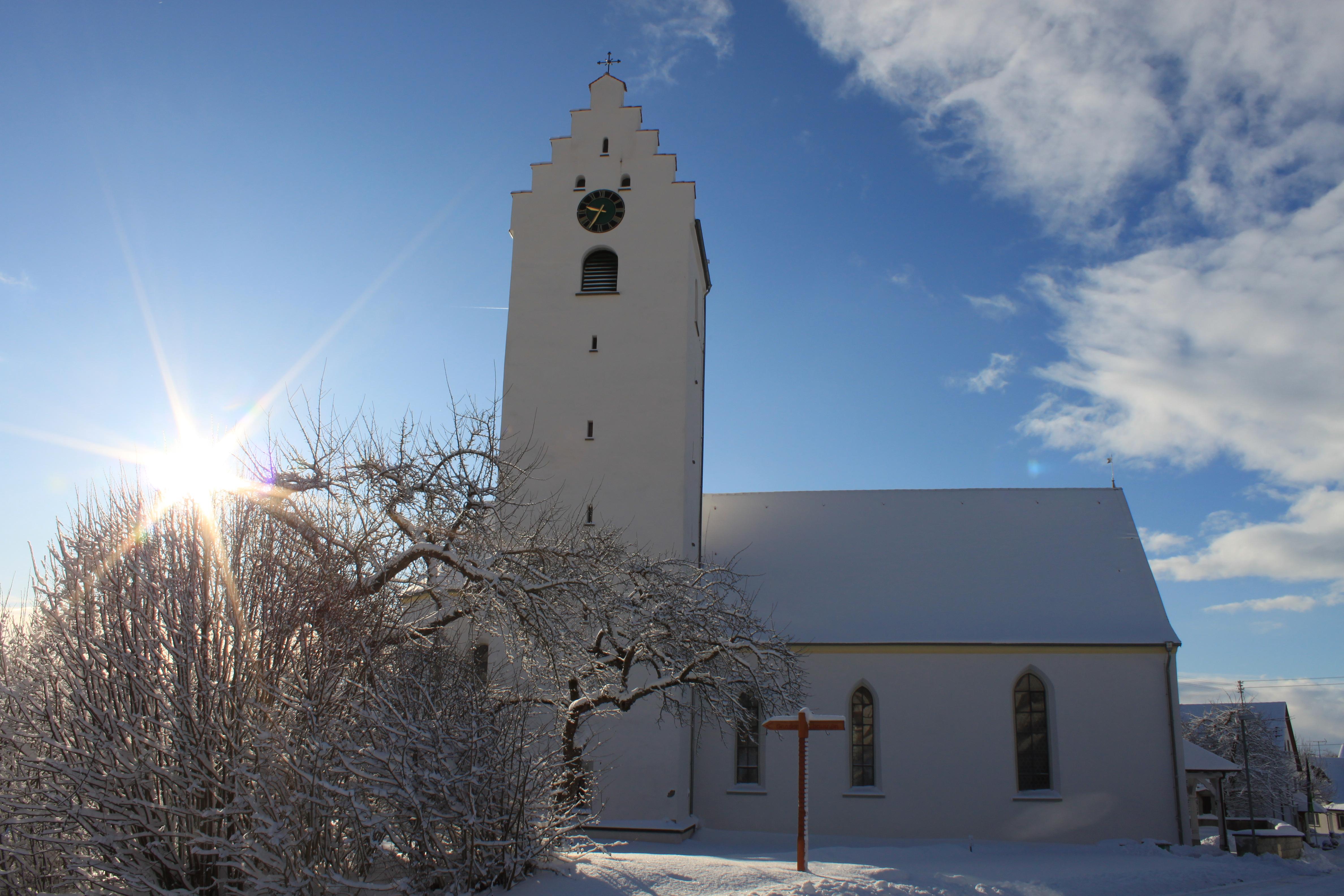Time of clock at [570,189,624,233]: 9:34
